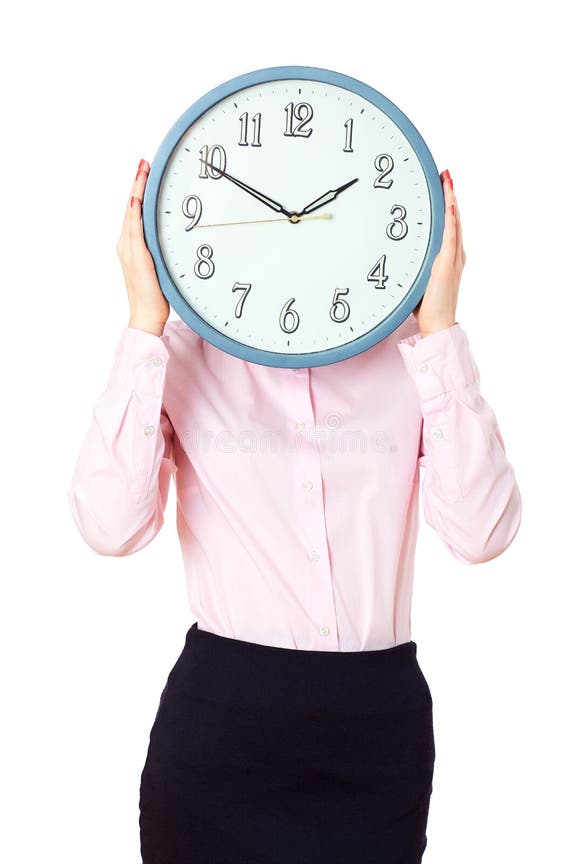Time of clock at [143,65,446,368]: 1:49
